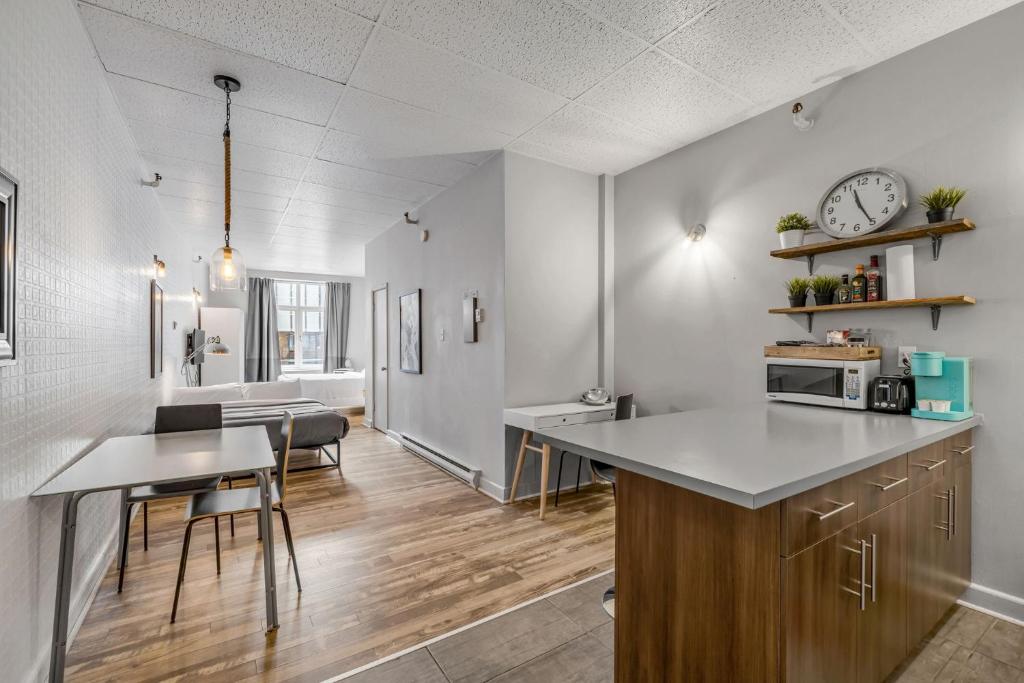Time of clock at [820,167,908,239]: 11:25
